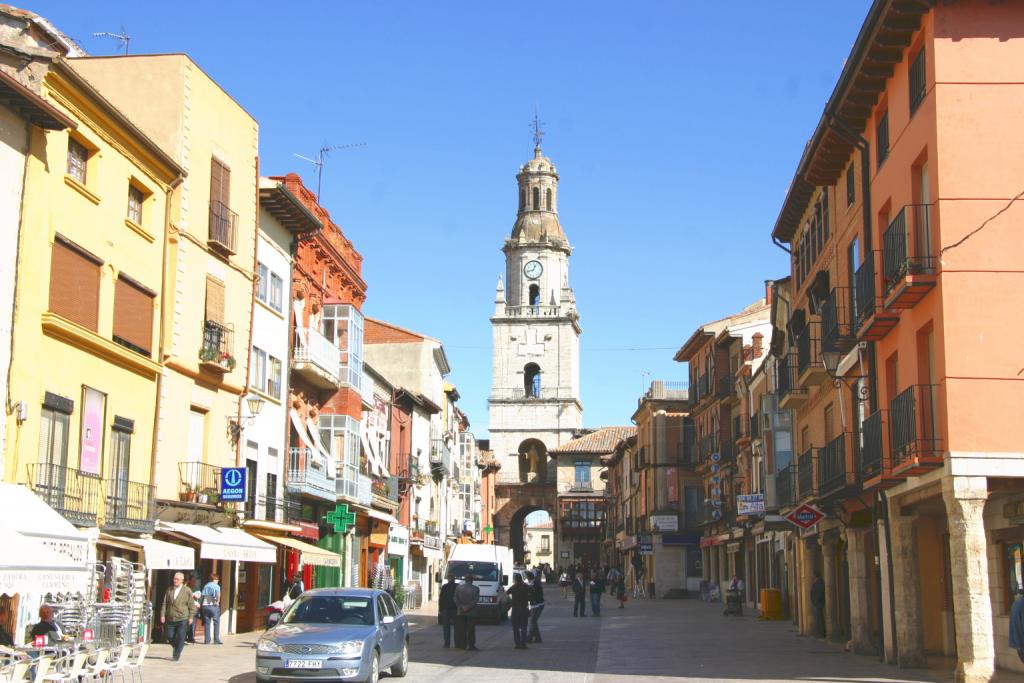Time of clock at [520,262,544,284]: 12:42
